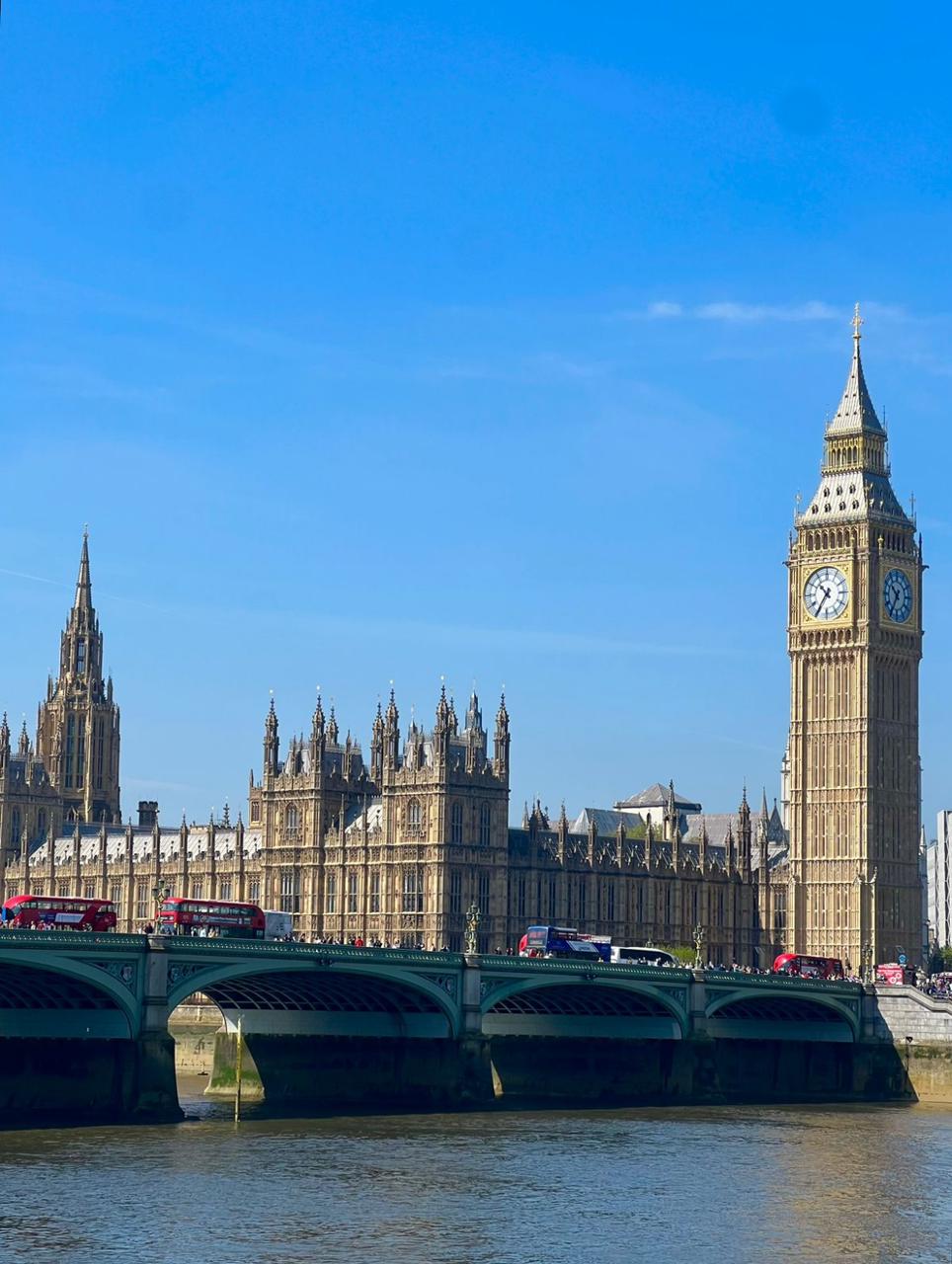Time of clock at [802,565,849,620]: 10:35
